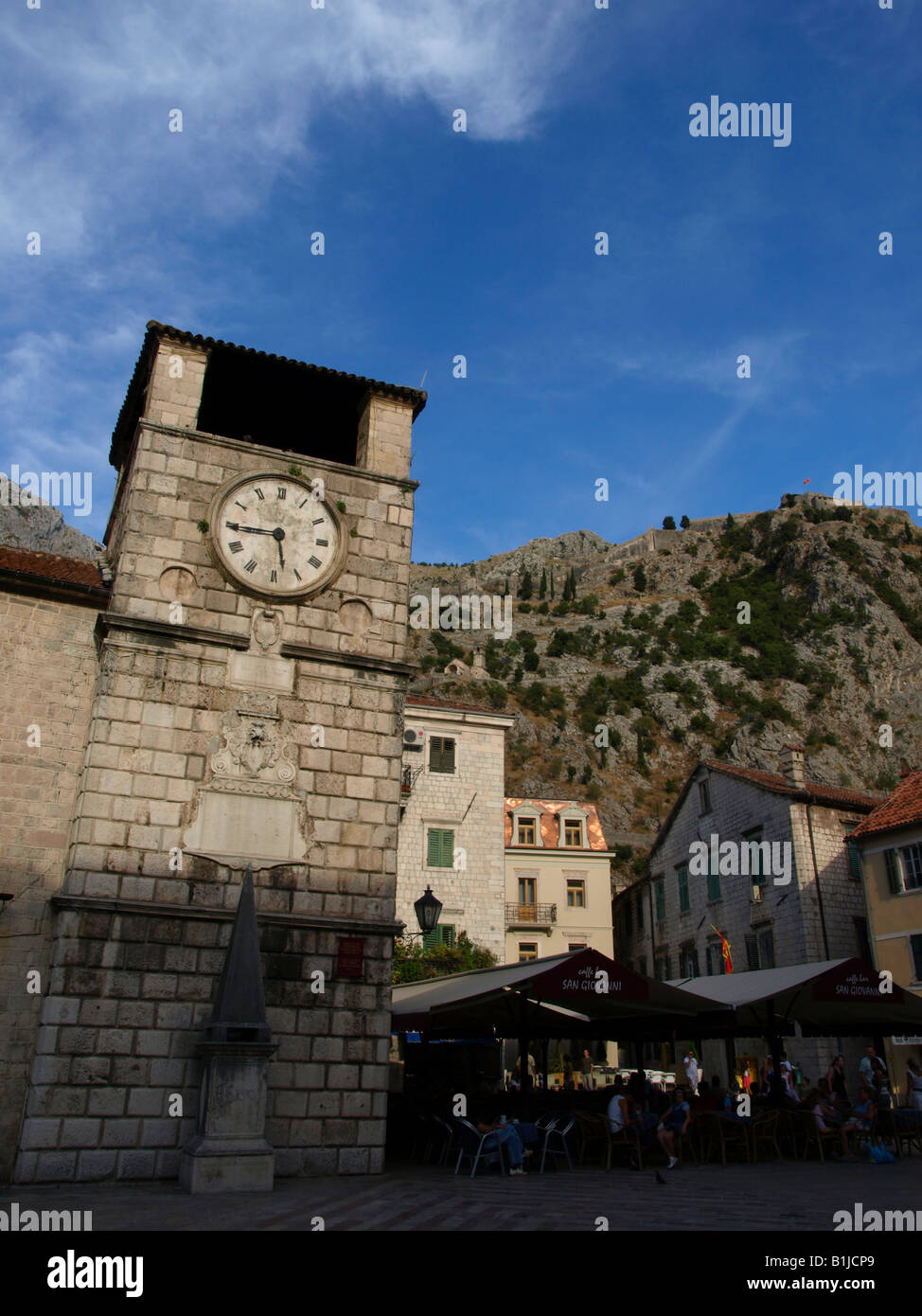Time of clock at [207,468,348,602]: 5:44
